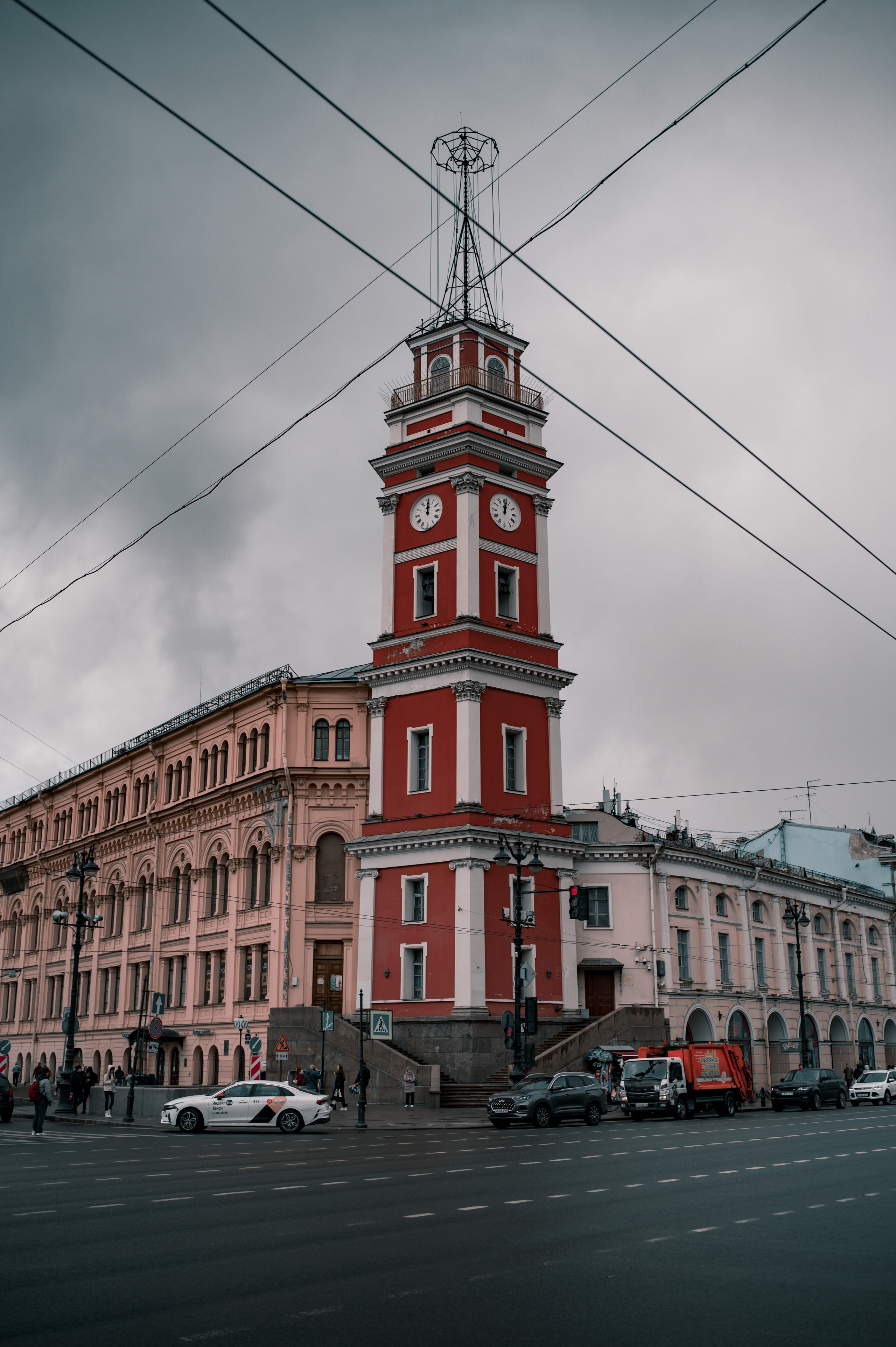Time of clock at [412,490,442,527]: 12:00
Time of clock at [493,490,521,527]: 12:01
